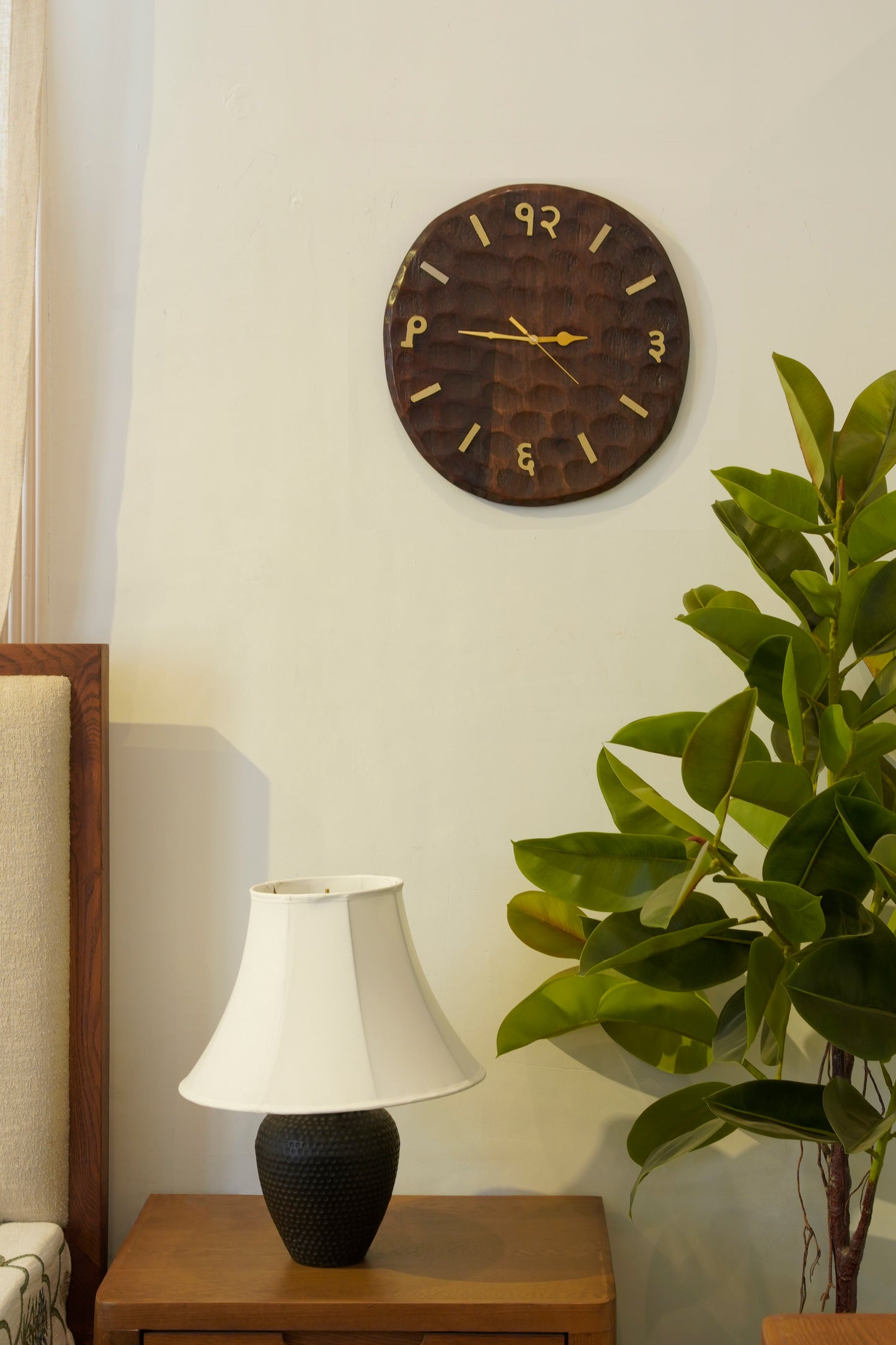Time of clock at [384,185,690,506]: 2:45
